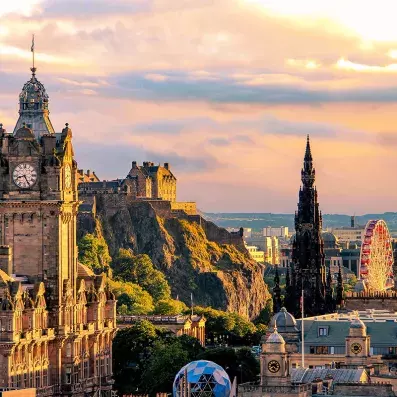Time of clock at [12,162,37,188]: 8:26
